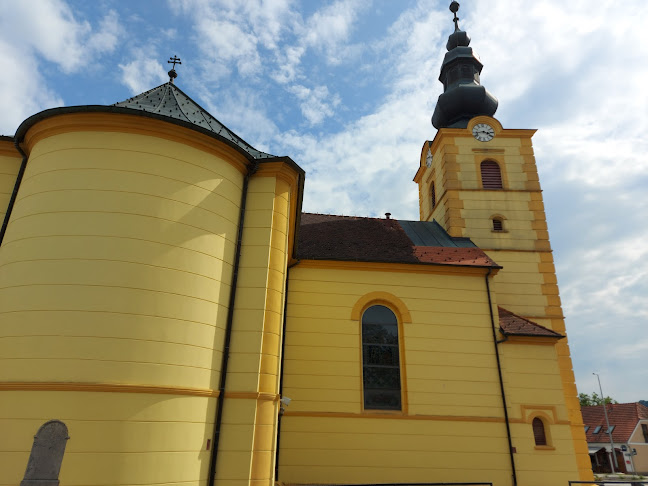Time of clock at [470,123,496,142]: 3:43
